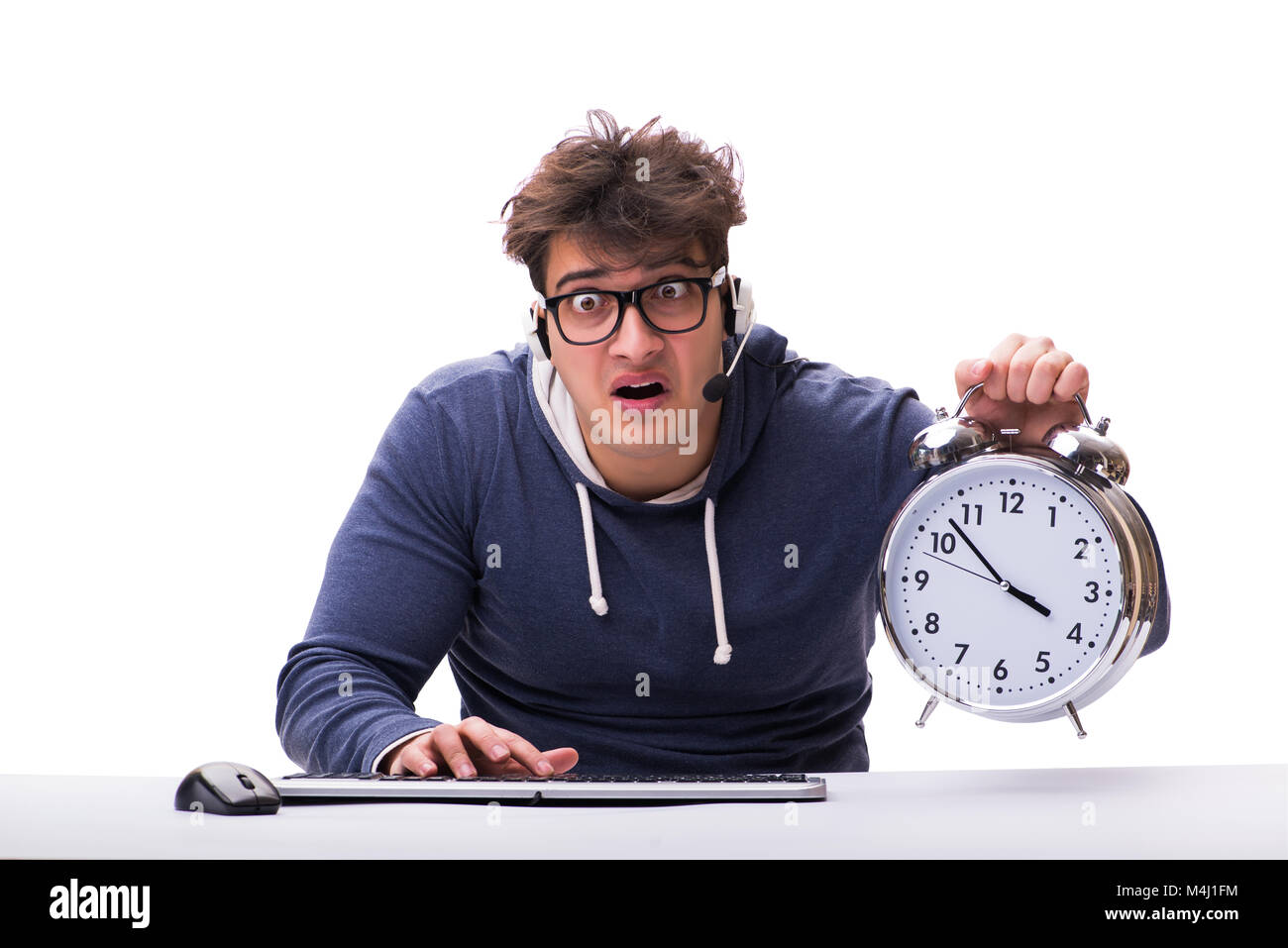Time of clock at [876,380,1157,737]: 3:52
